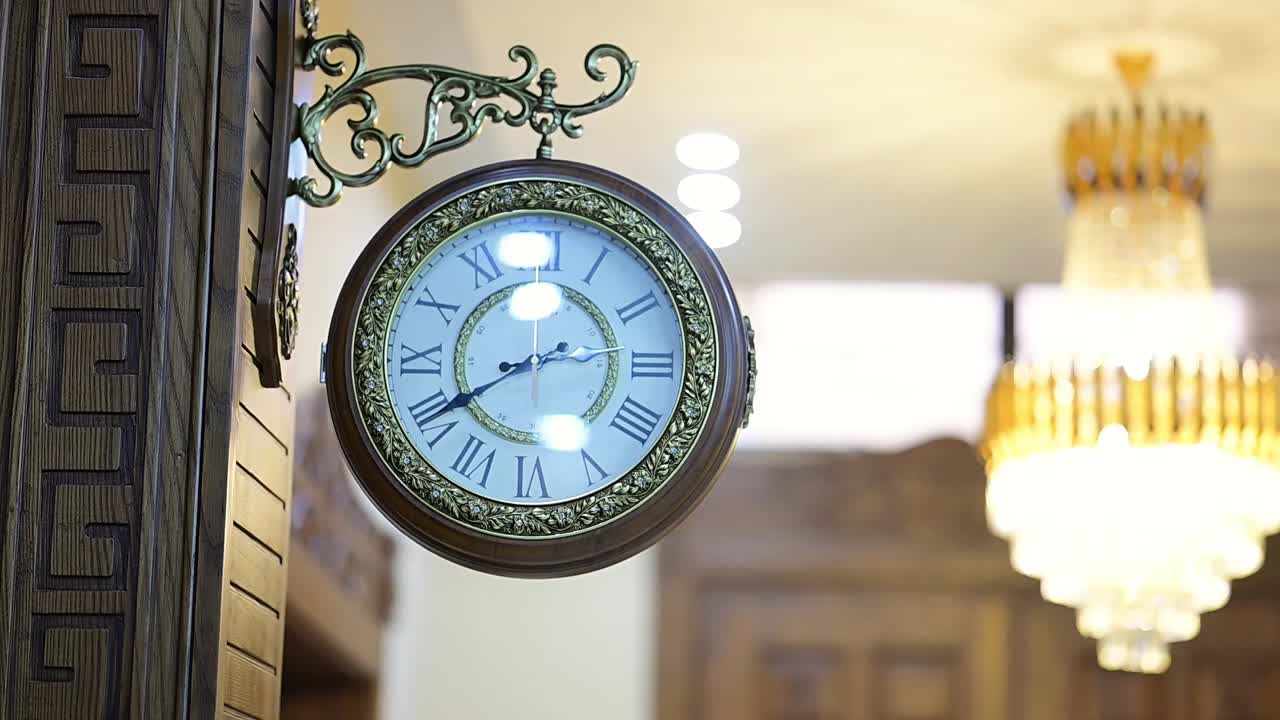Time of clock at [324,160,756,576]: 2:40
